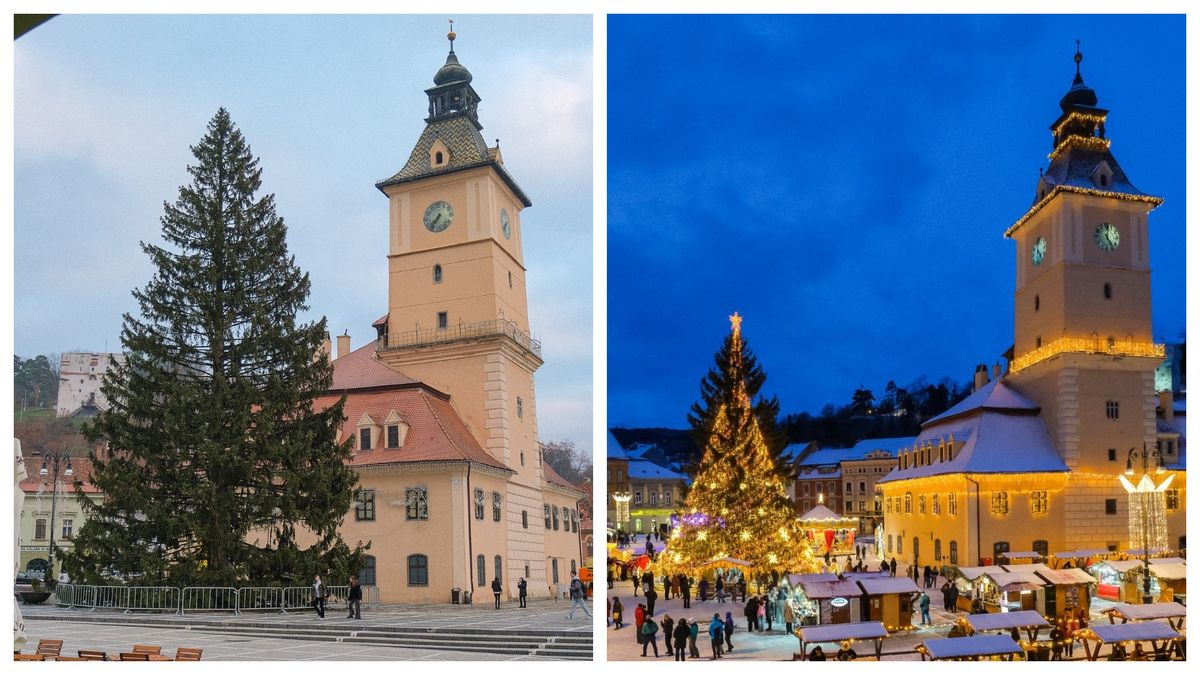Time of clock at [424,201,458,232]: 7:36
